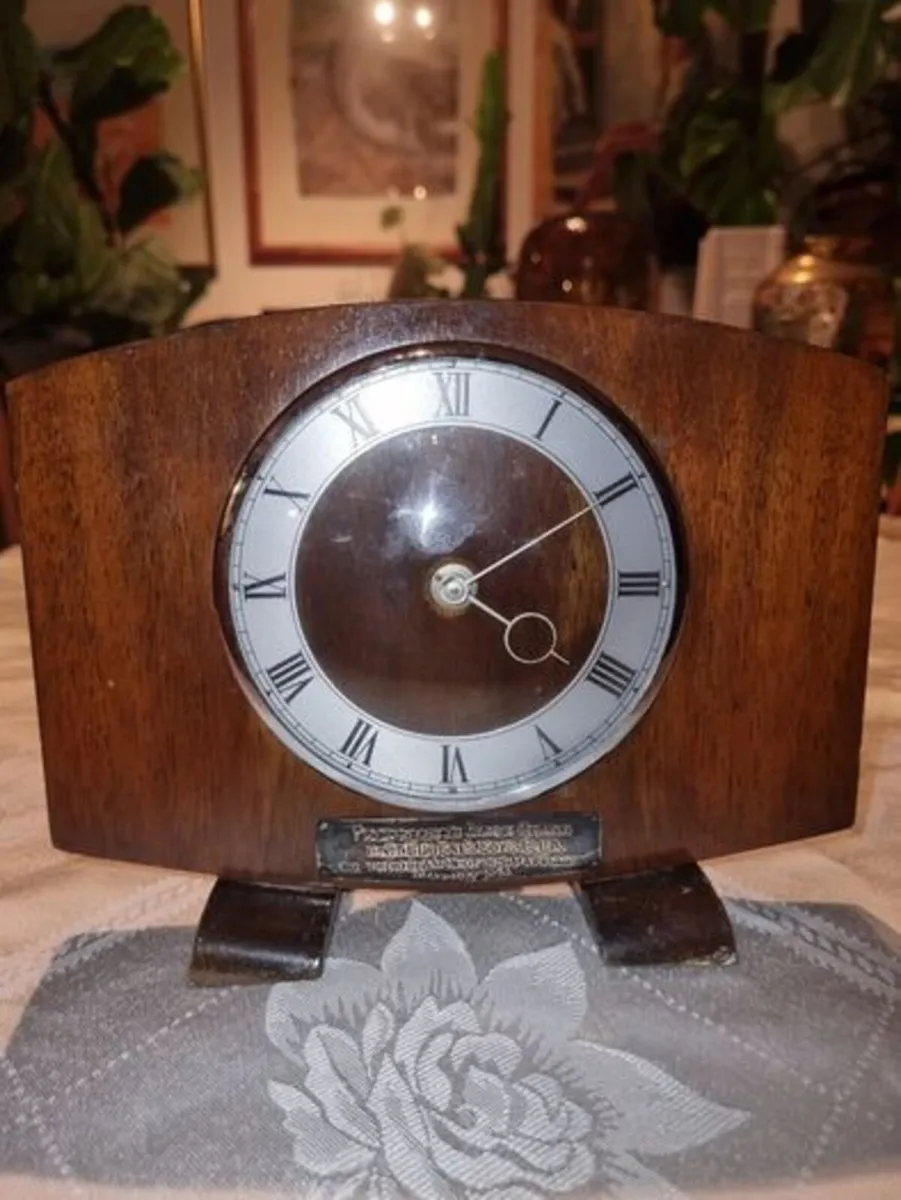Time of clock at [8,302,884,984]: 4:10
